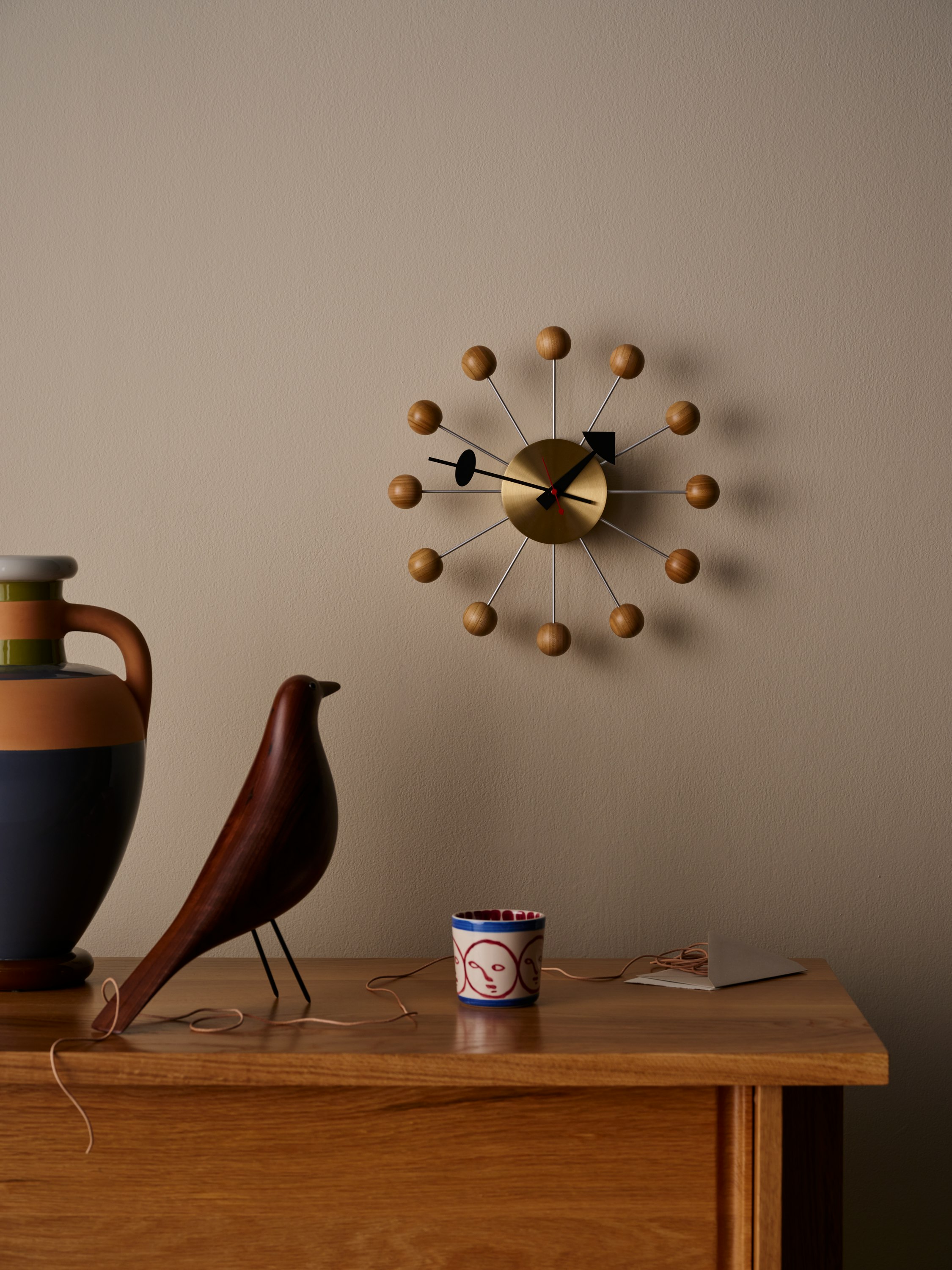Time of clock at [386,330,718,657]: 1:47
